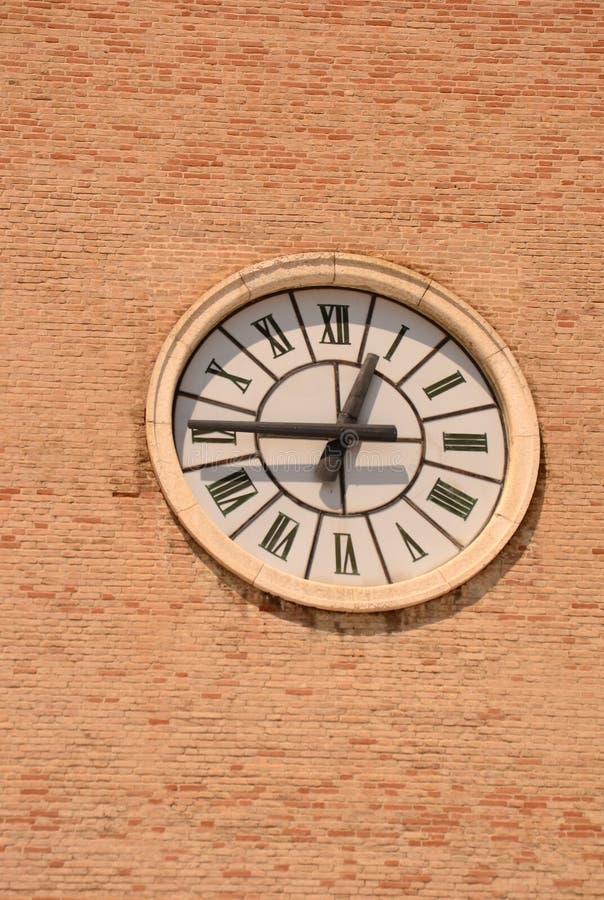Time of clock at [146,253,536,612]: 12:45
